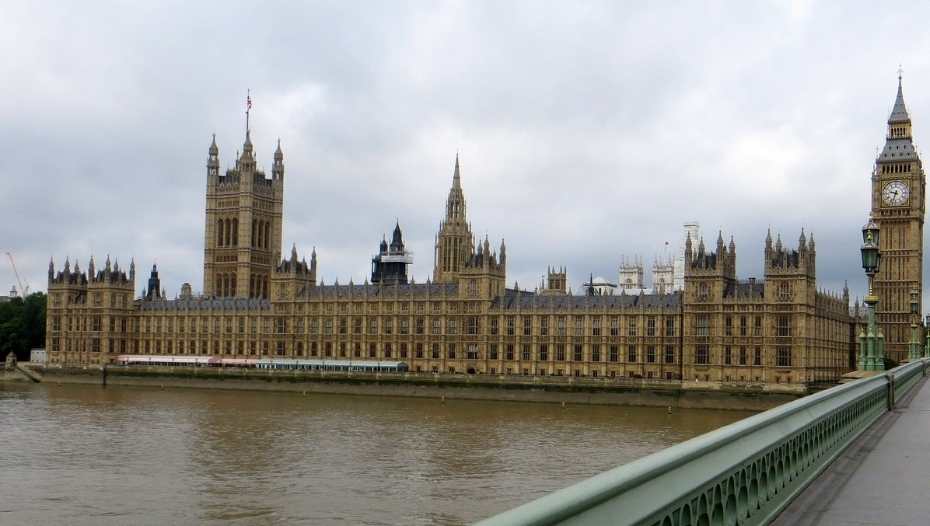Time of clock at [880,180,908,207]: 9:33
